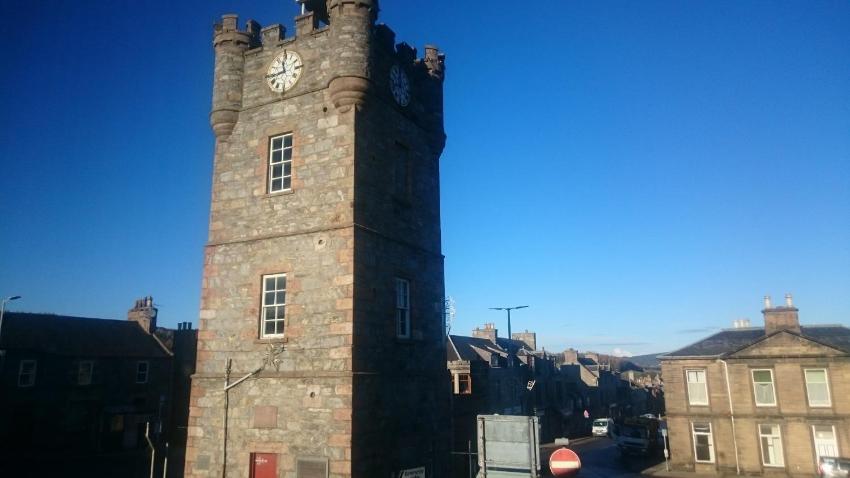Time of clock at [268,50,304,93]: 11:43
